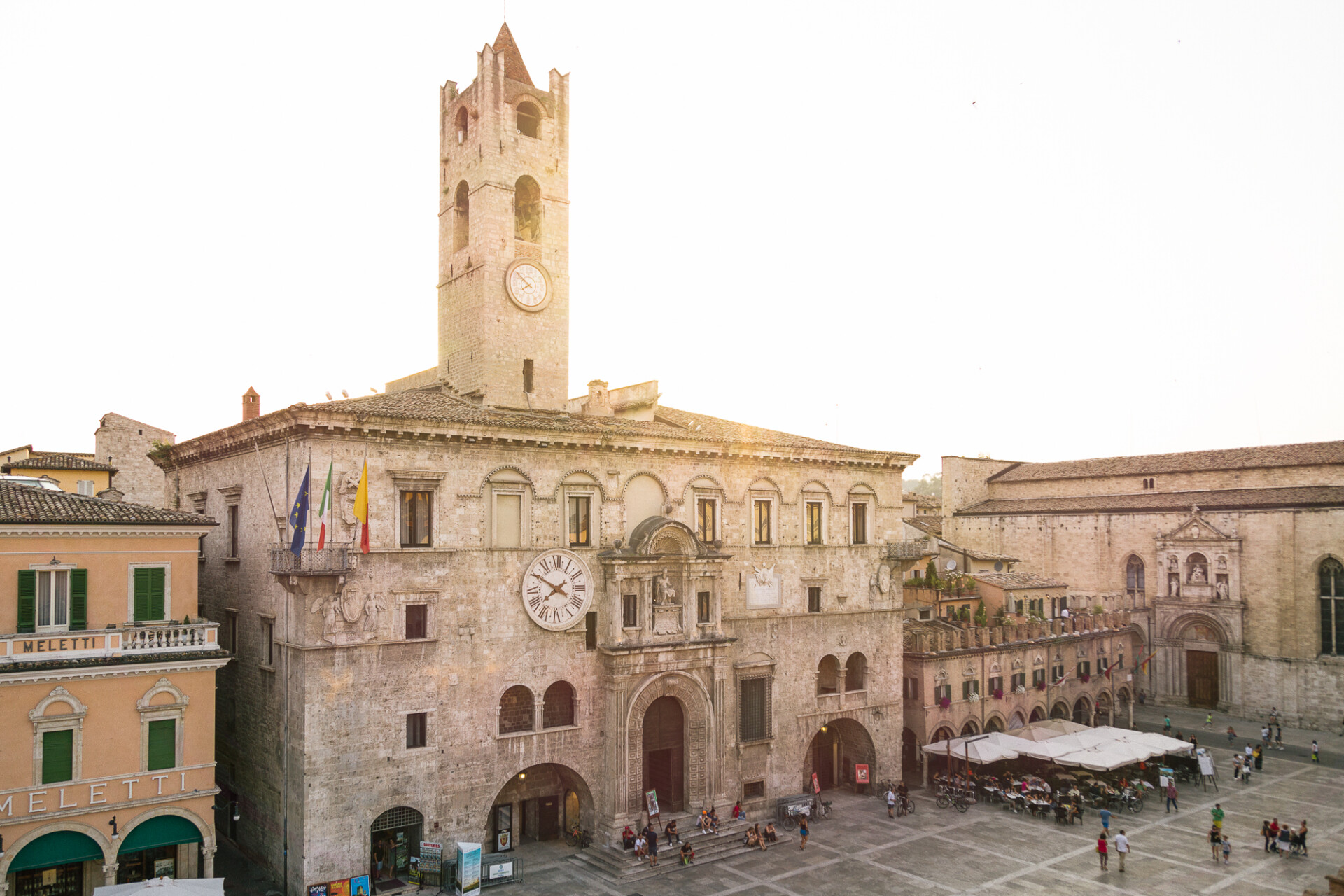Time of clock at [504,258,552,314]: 7:52
